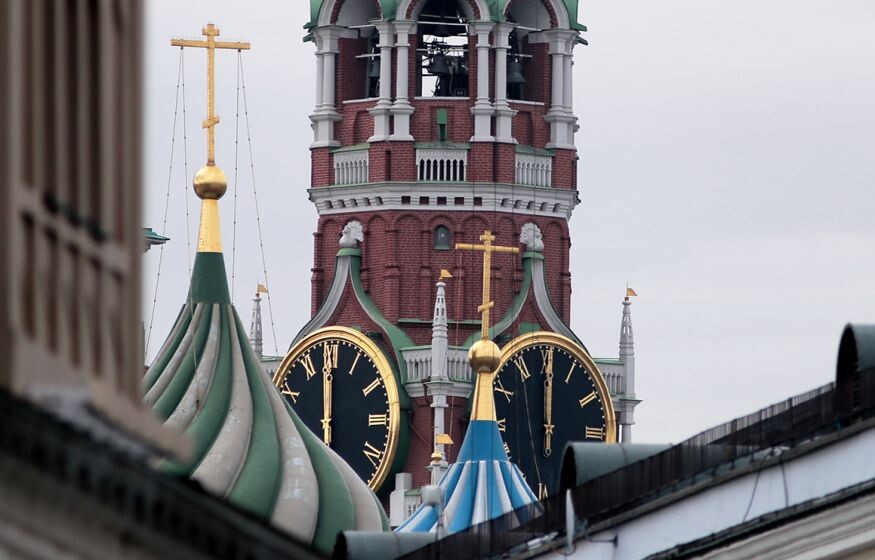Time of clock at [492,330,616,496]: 12:00
